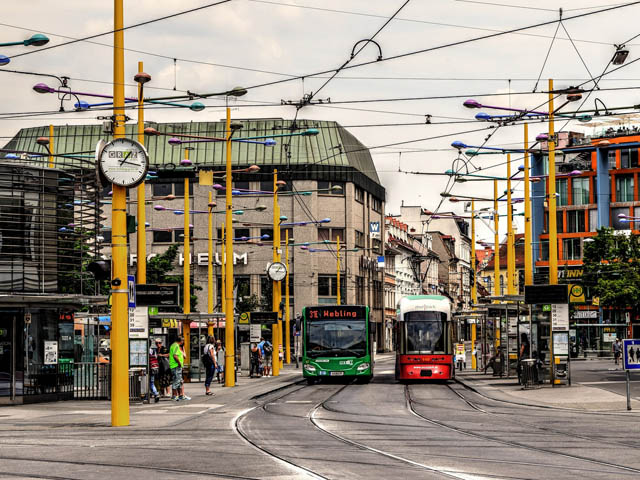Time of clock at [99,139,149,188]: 1:16
